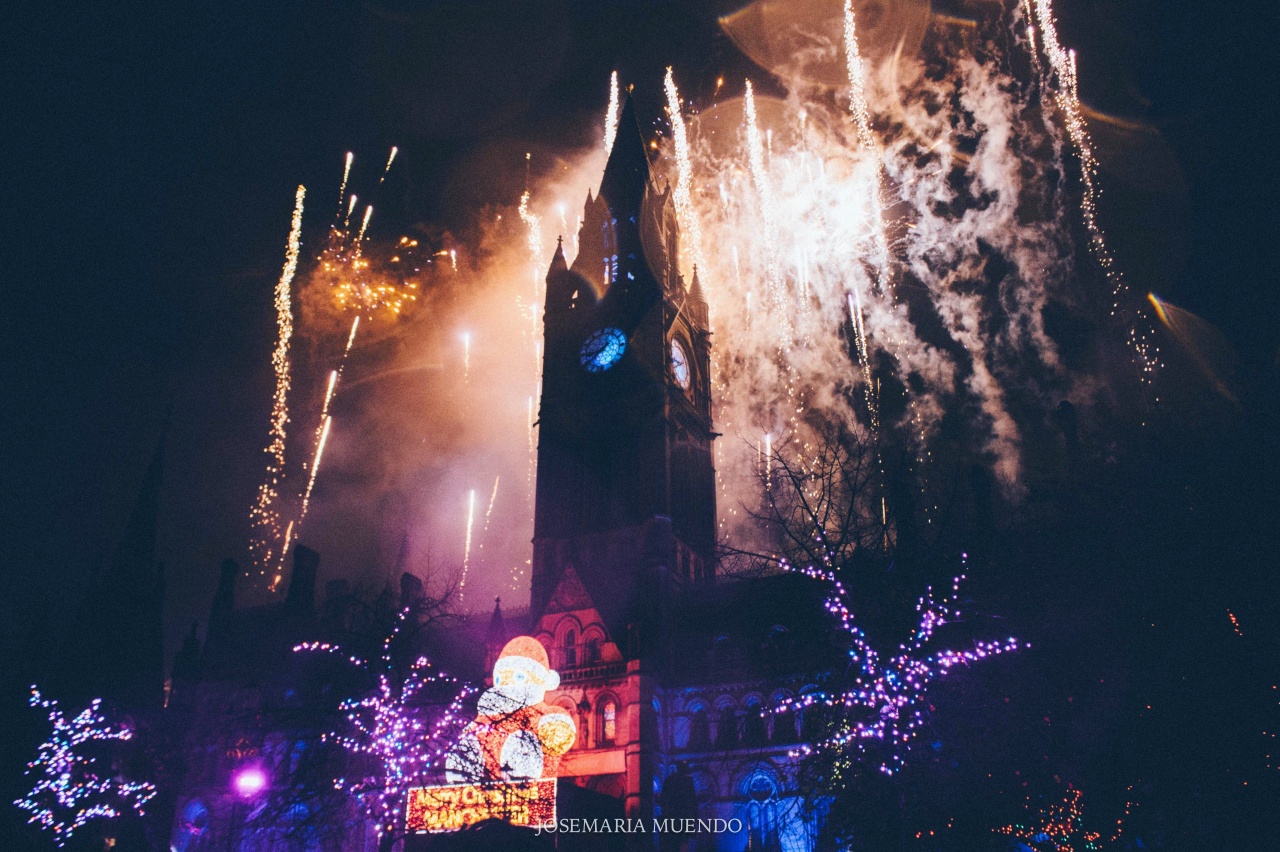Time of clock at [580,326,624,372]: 8:38
